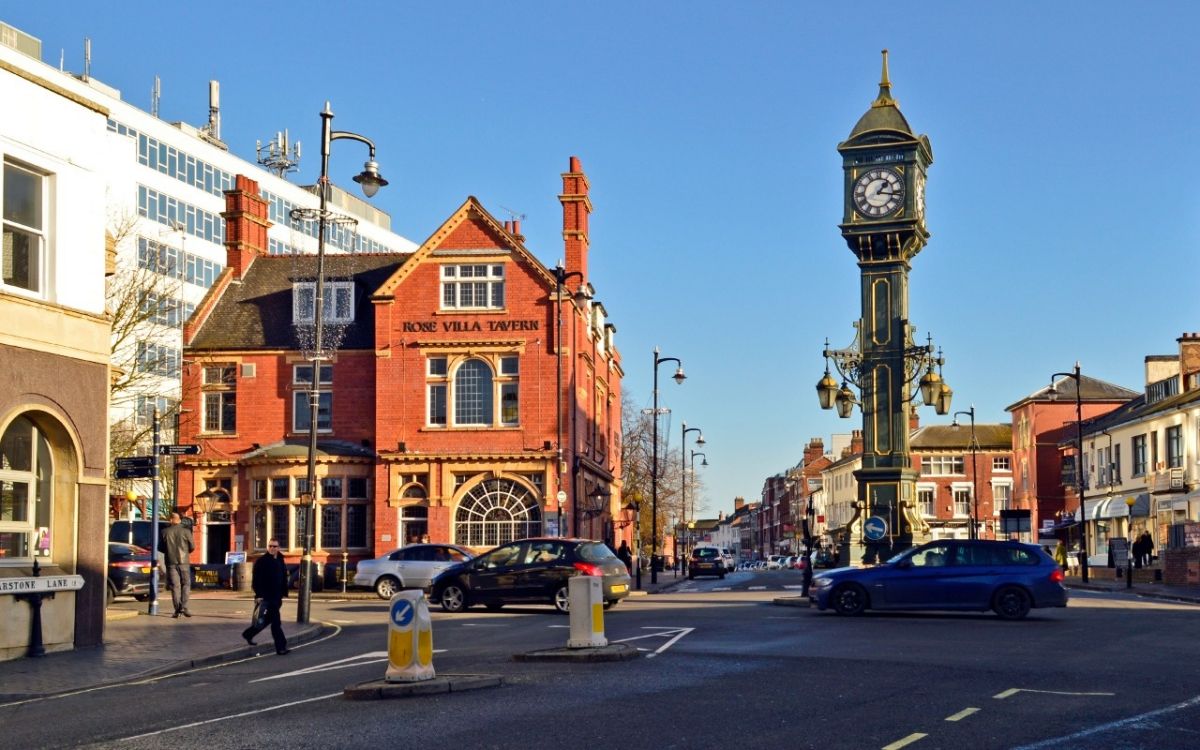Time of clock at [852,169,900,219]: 1:16
